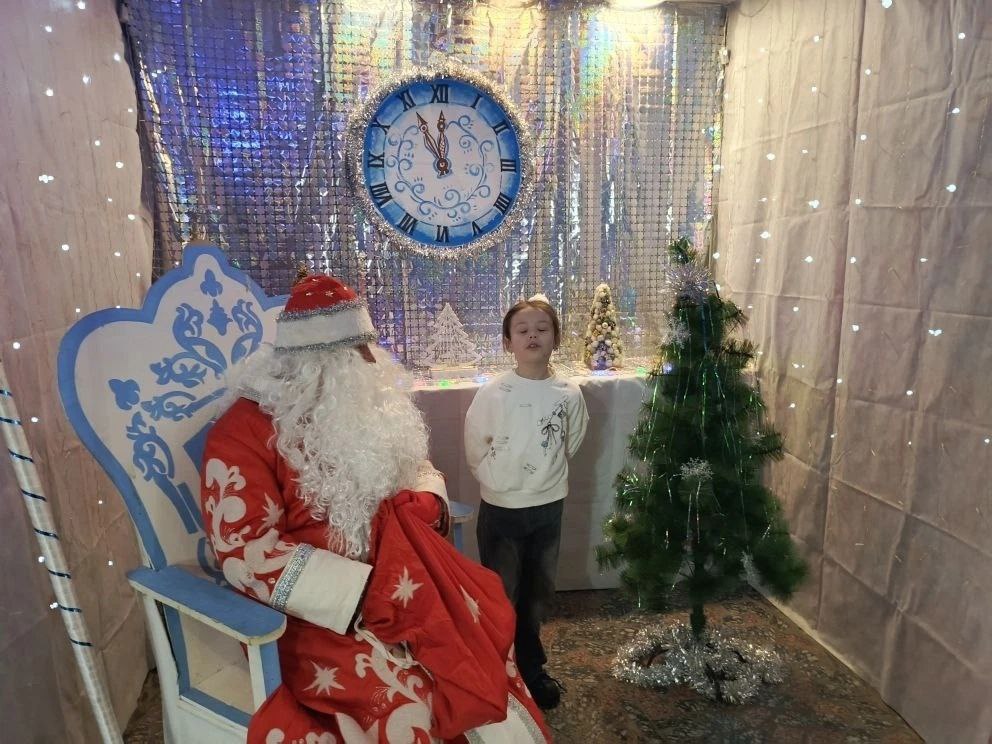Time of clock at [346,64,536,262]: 11:55
